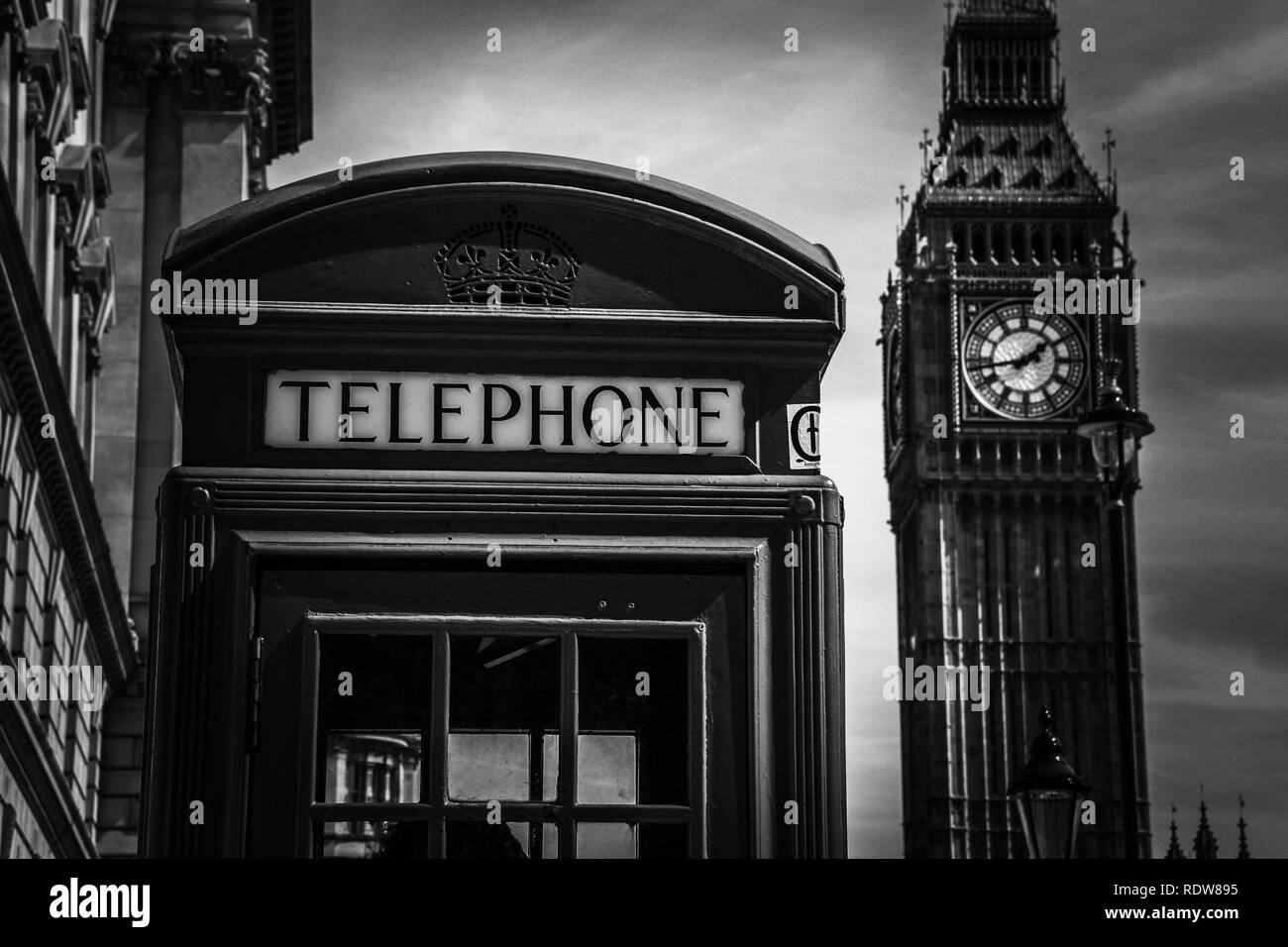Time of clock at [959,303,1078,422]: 1:43
